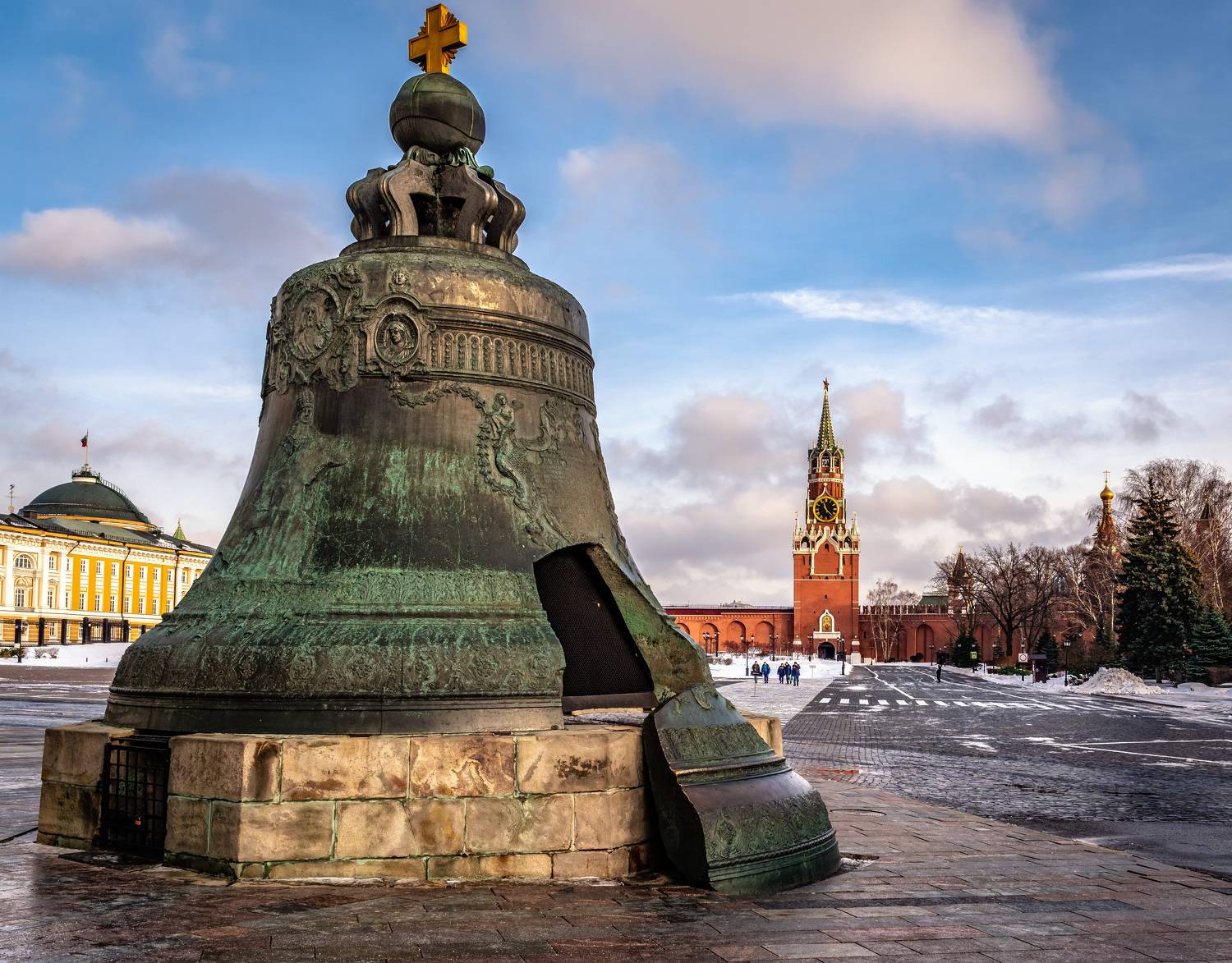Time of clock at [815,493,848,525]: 11:22
